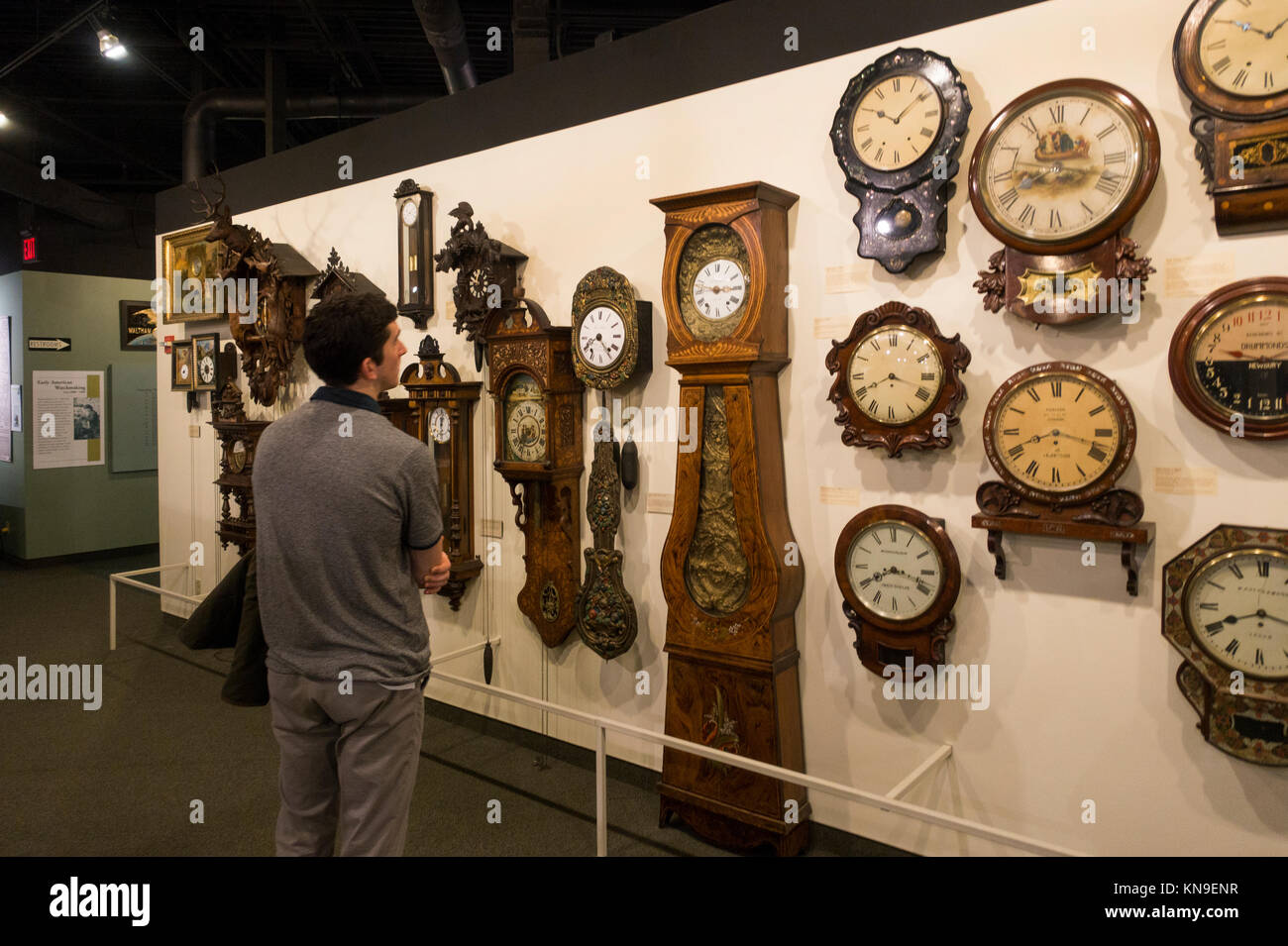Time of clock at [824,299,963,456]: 3:40
